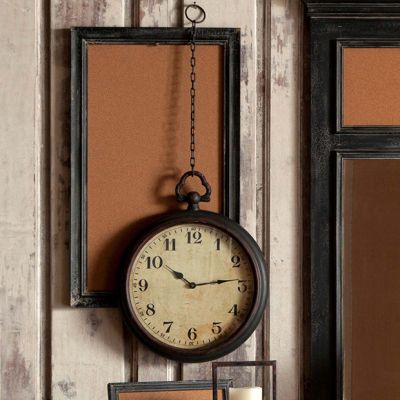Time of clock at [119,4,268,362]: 10:14
